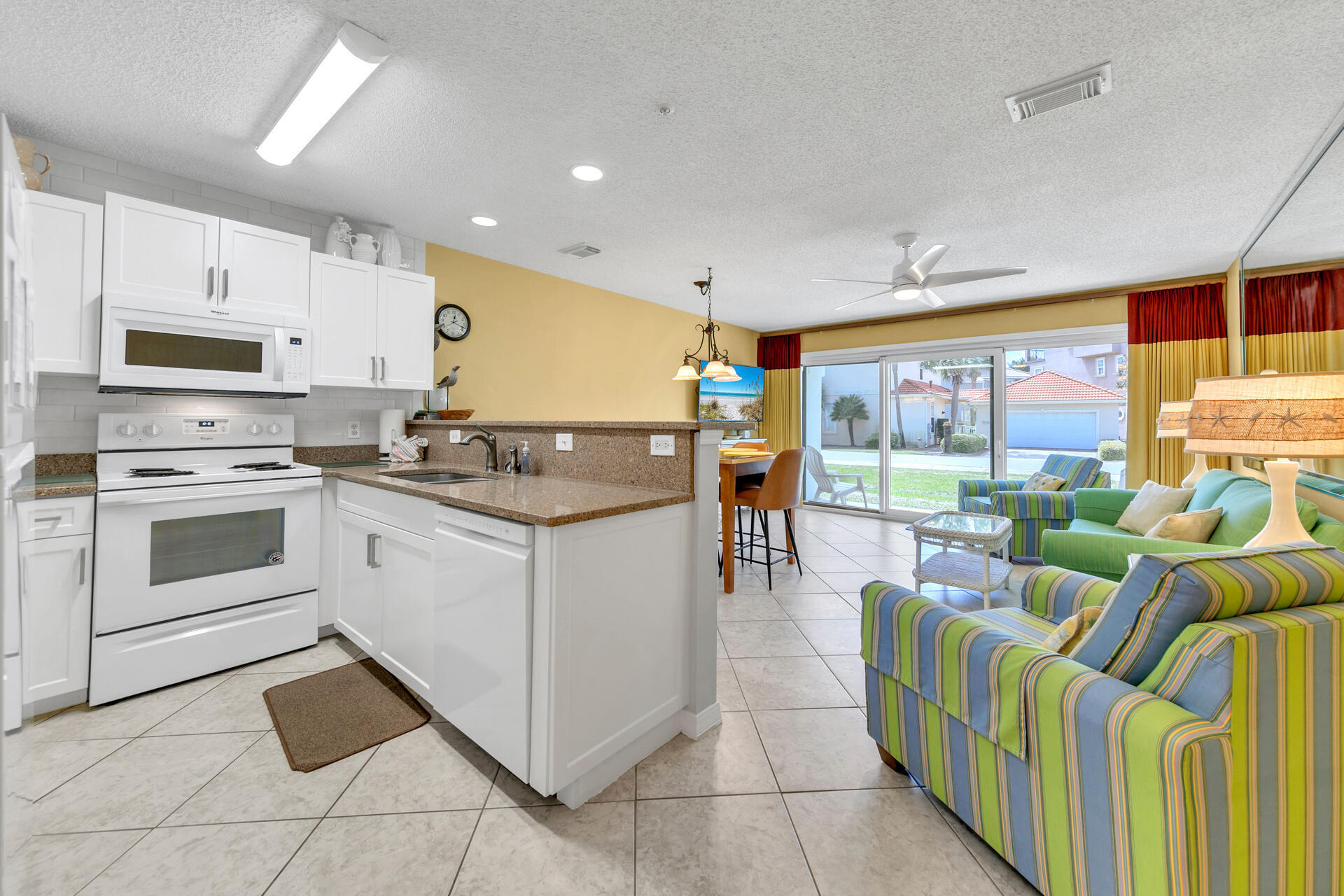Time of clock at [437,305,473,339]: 12:18
